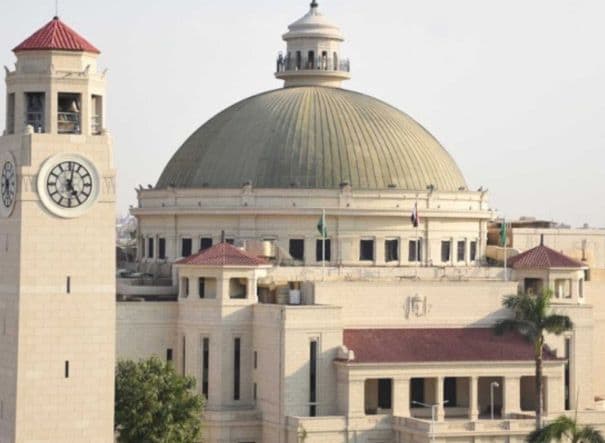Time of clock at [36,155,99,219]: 5:01
